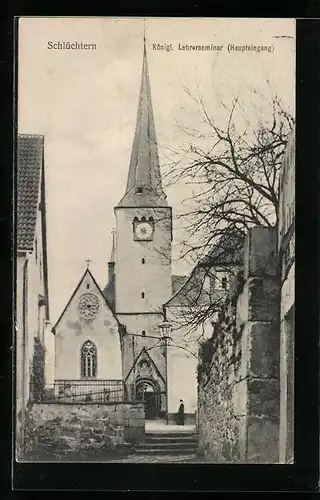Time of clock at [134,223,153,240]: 4:33
